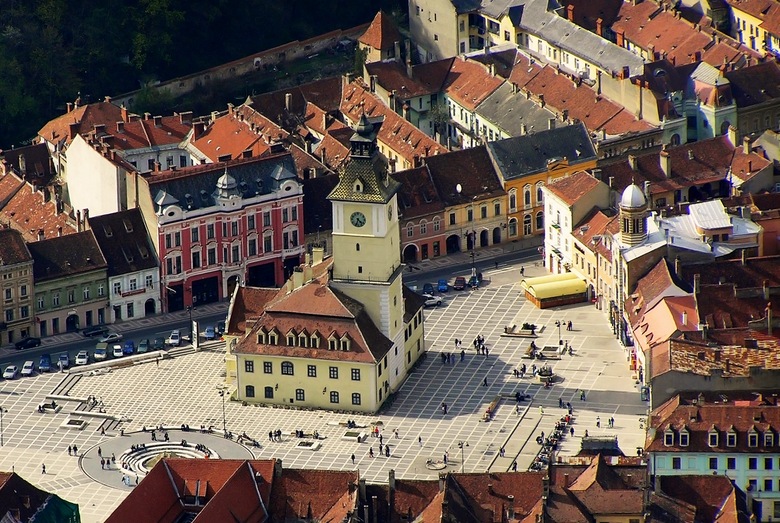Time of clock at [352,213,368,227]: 4:33
